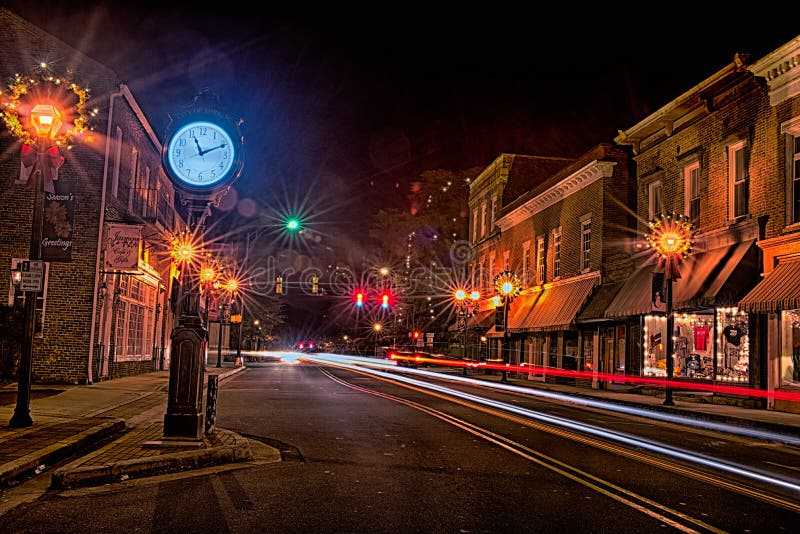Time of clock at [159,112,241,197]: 11:11
